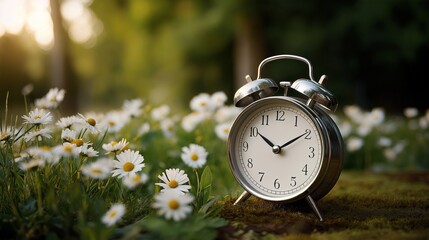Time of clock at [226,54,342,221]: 10:09
